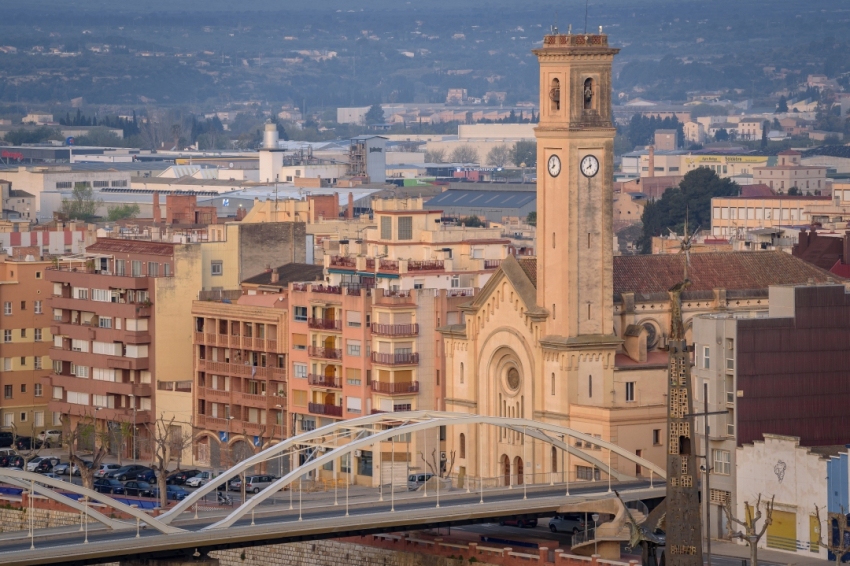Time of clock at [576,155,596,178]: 7:59
